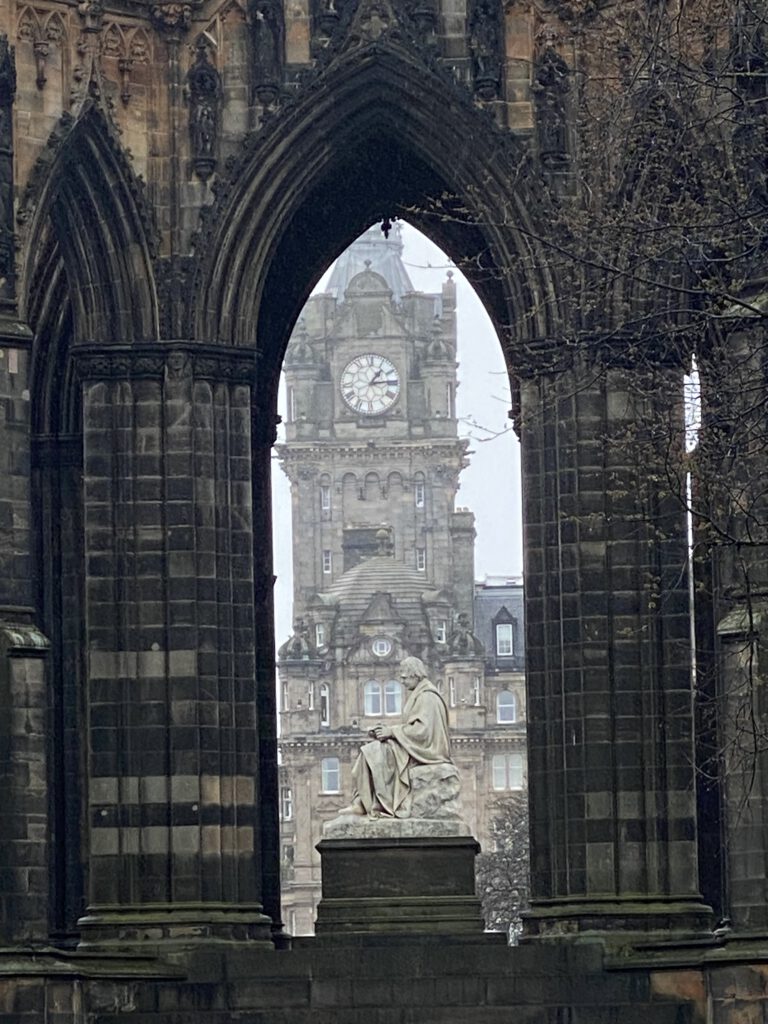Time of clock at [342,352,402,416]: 1:13
